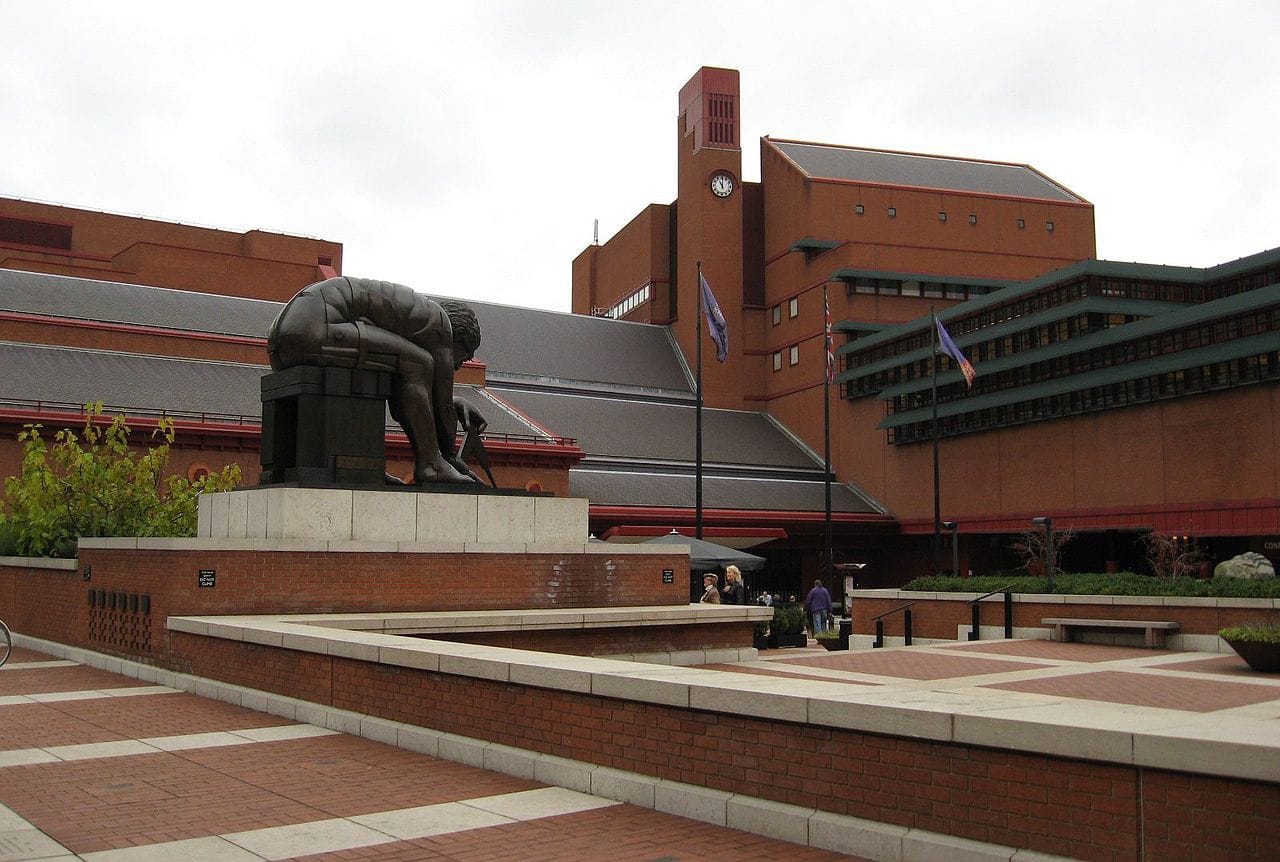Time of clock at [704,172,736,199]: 11:00
